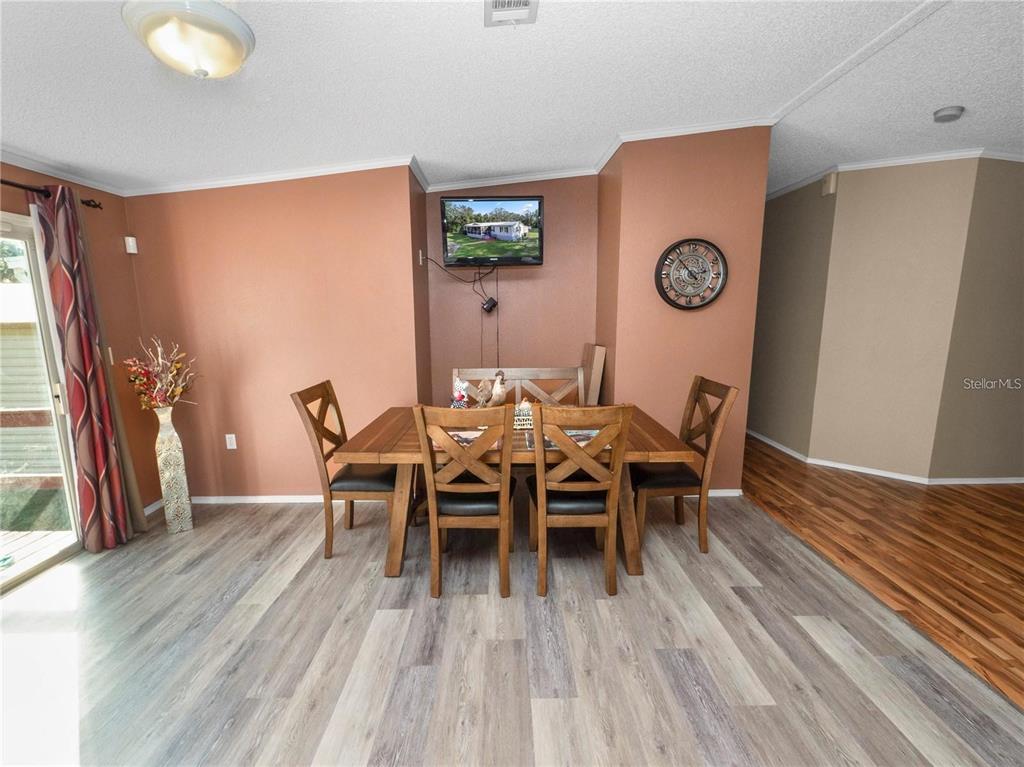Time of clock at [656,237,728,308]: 2:53
